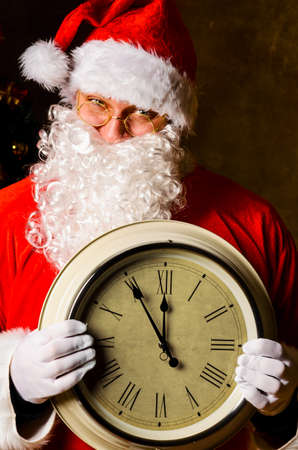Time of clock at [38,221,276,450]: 11:54
